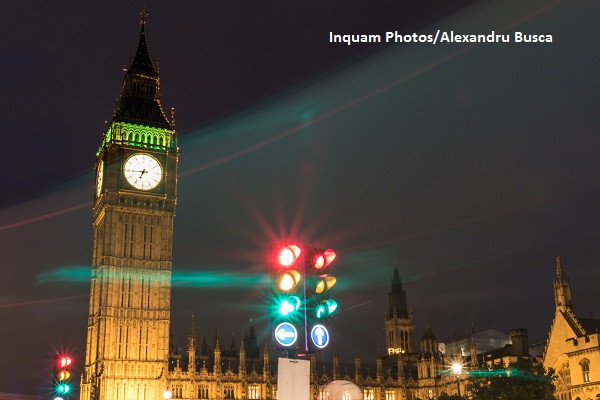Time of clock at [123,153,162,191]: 6:44
